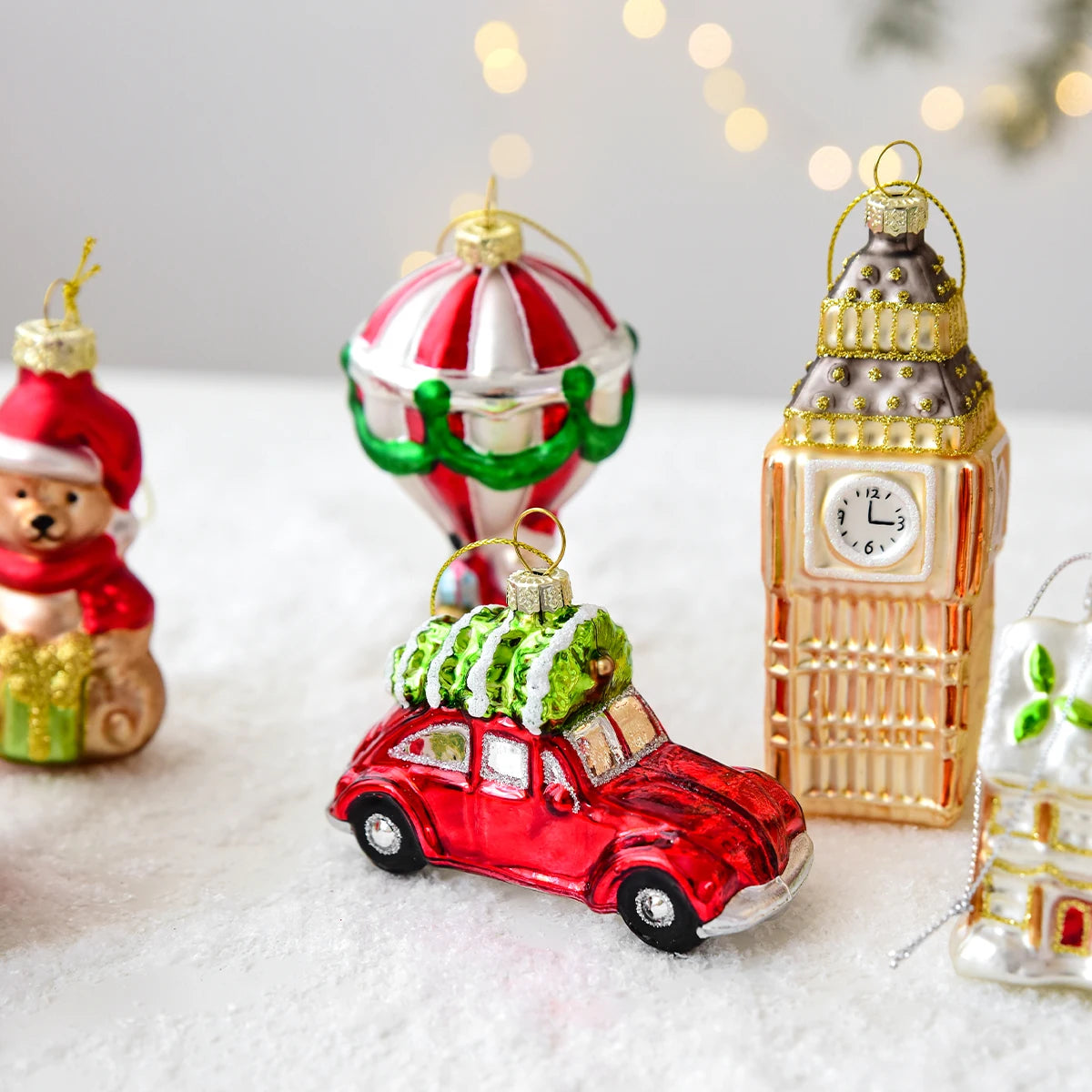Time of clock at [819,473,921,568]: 2:59
